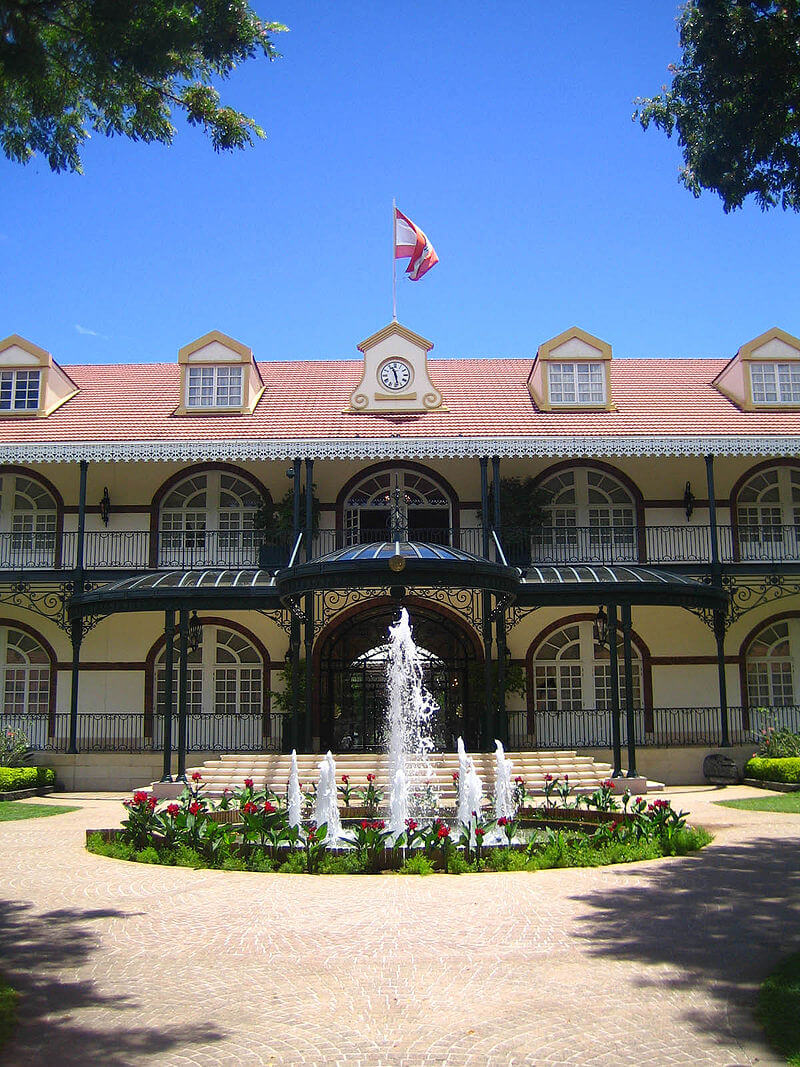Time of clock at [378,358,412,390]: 11:28
